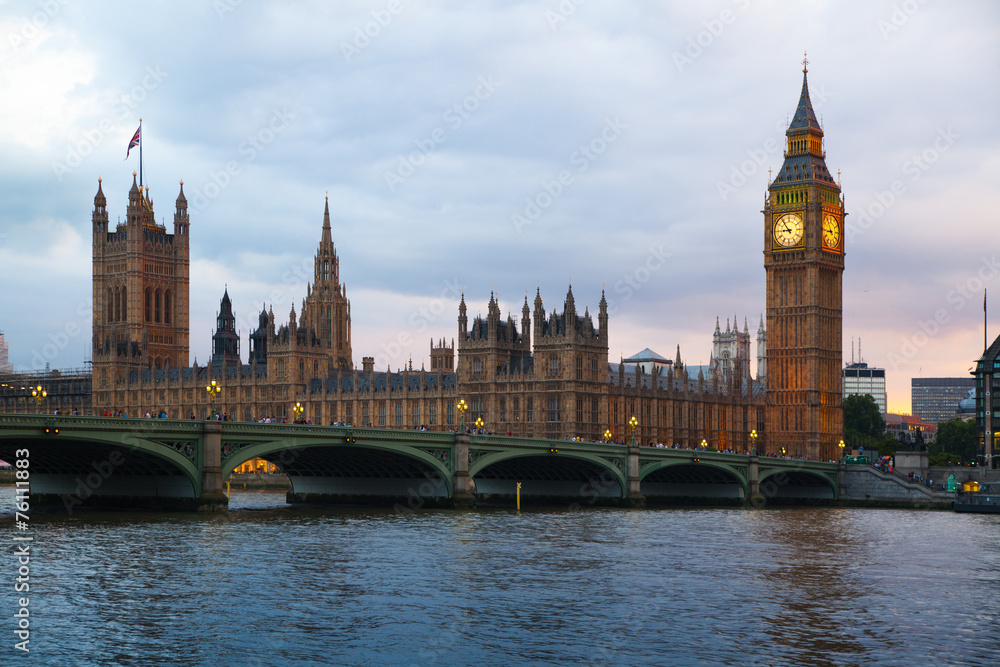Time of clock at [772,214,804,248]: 8:53
